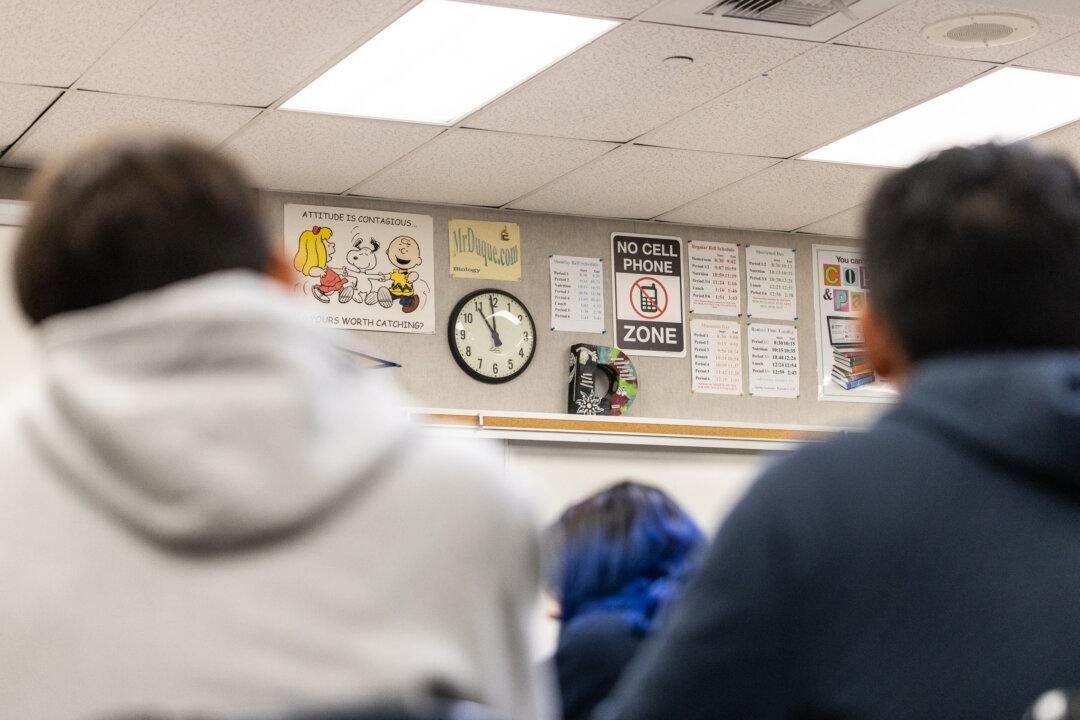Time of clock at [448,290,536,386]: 10:59
